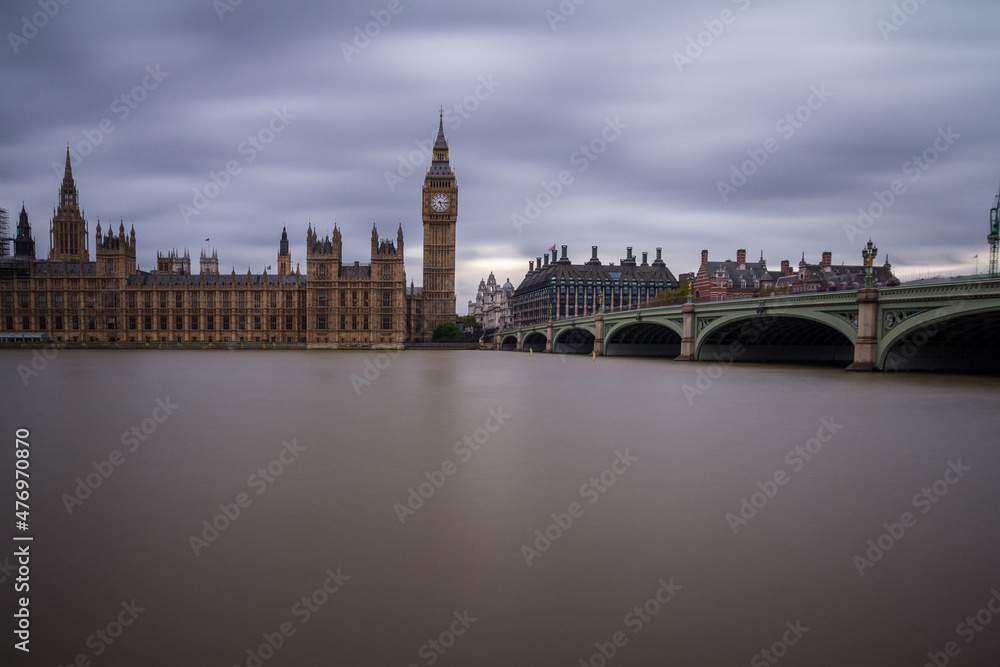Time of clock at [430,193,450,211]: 5:15
